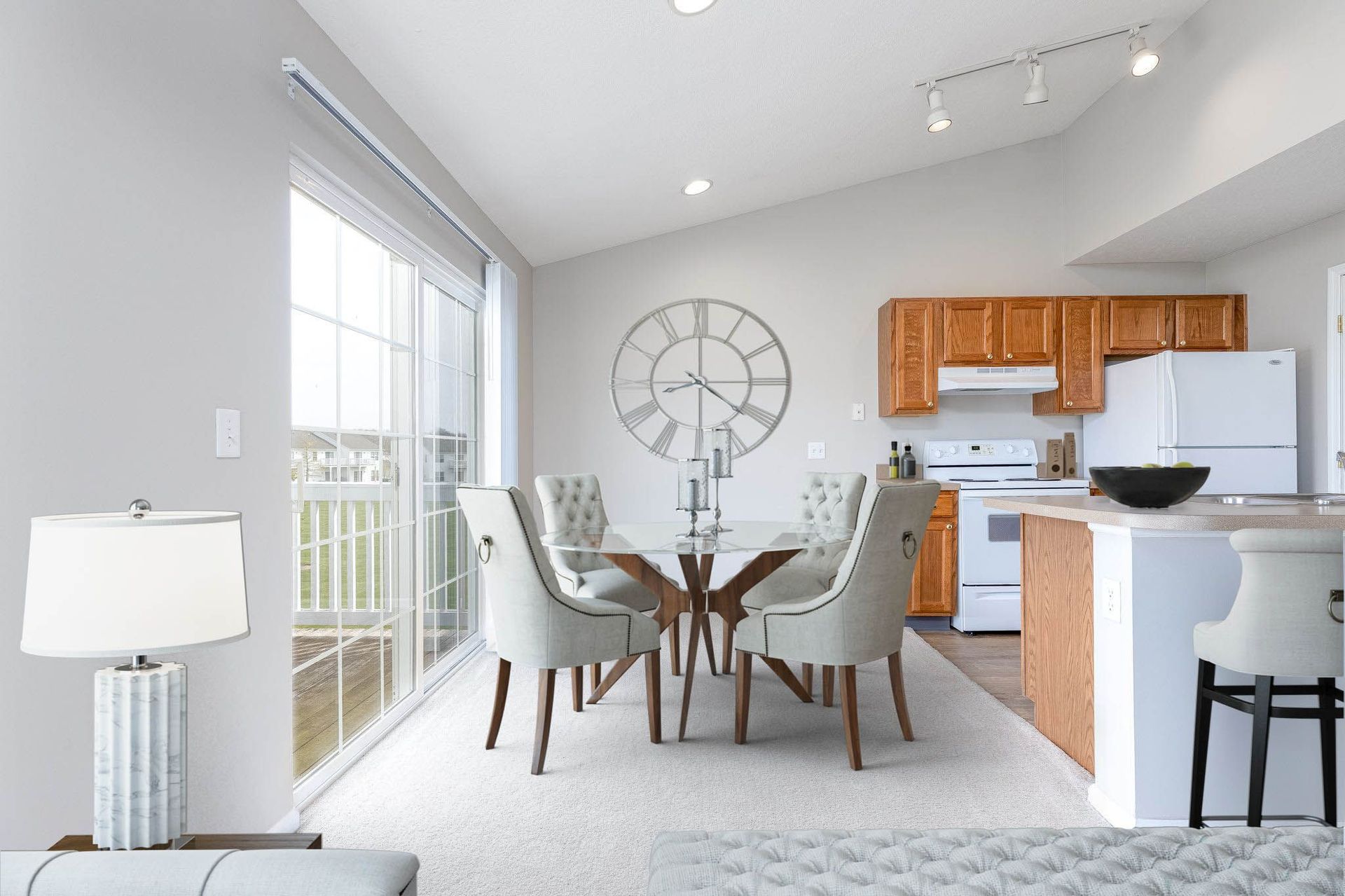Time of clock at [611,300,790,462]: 8:20
